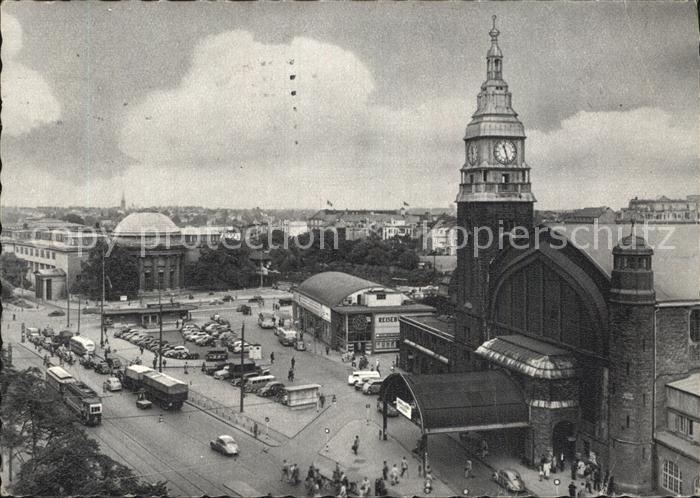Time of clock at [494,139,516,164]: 11:27
